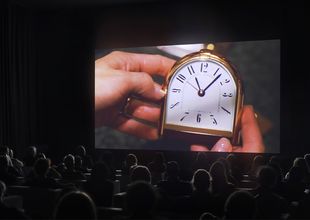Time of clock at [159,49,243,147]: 11:07
